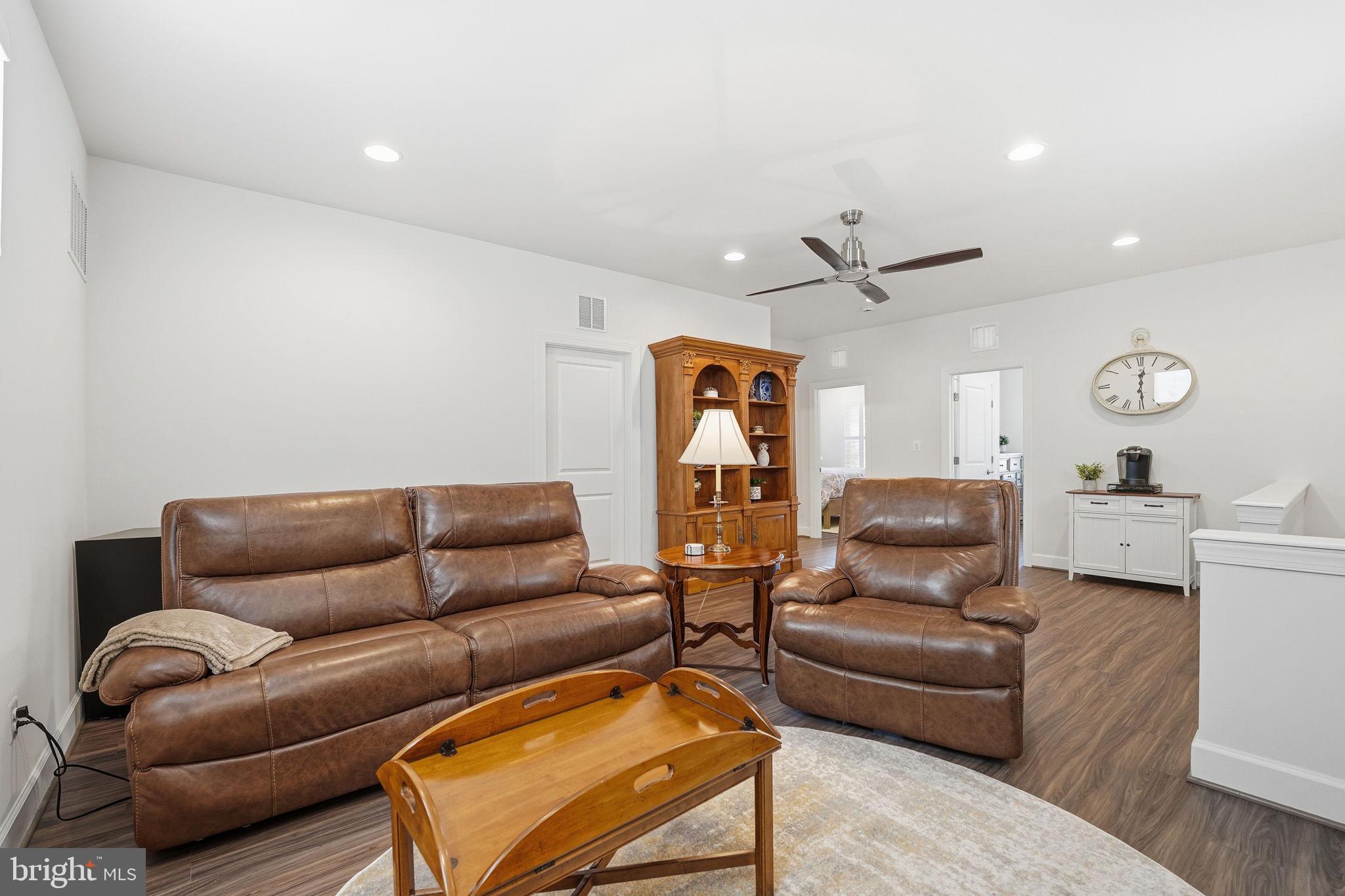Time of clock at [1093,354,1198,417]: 12:29
